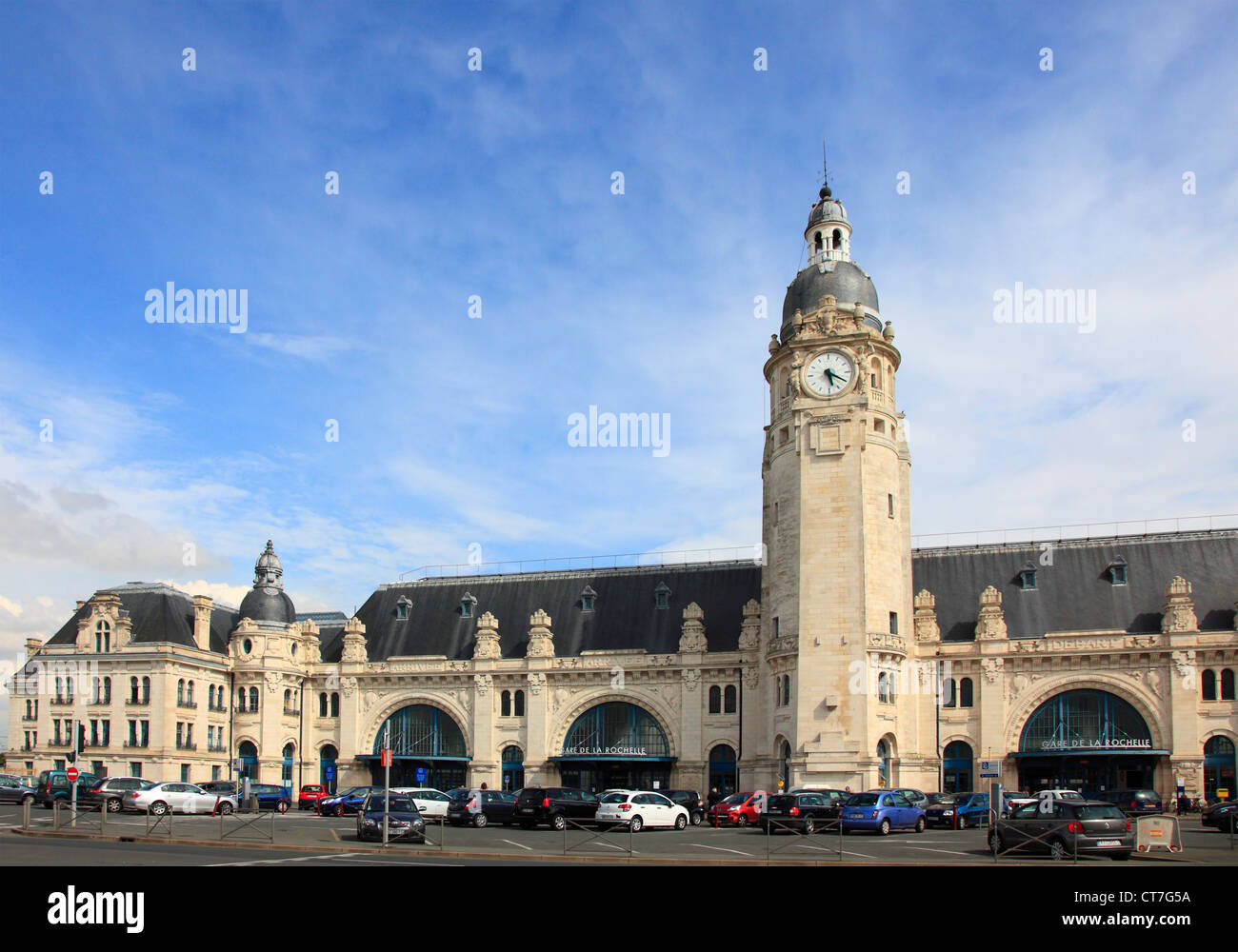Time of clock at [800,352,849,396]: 5:19
